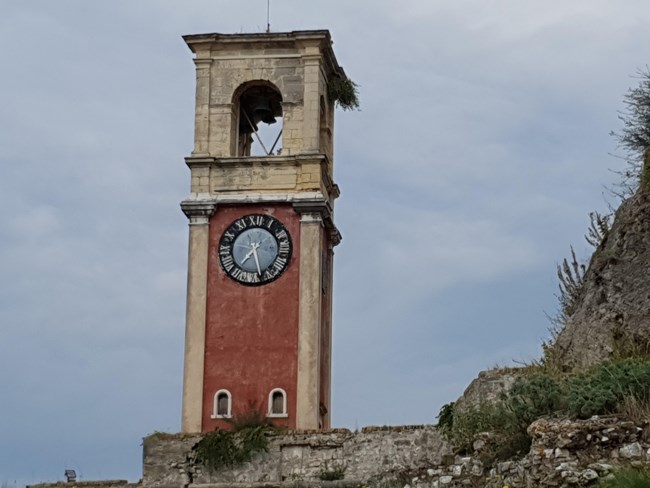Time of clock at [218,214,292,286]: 7:27
